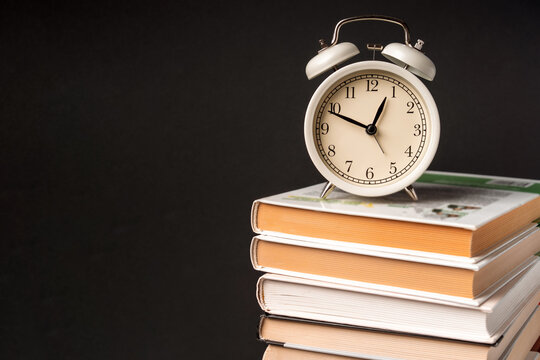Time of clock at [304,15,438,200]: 12:48
